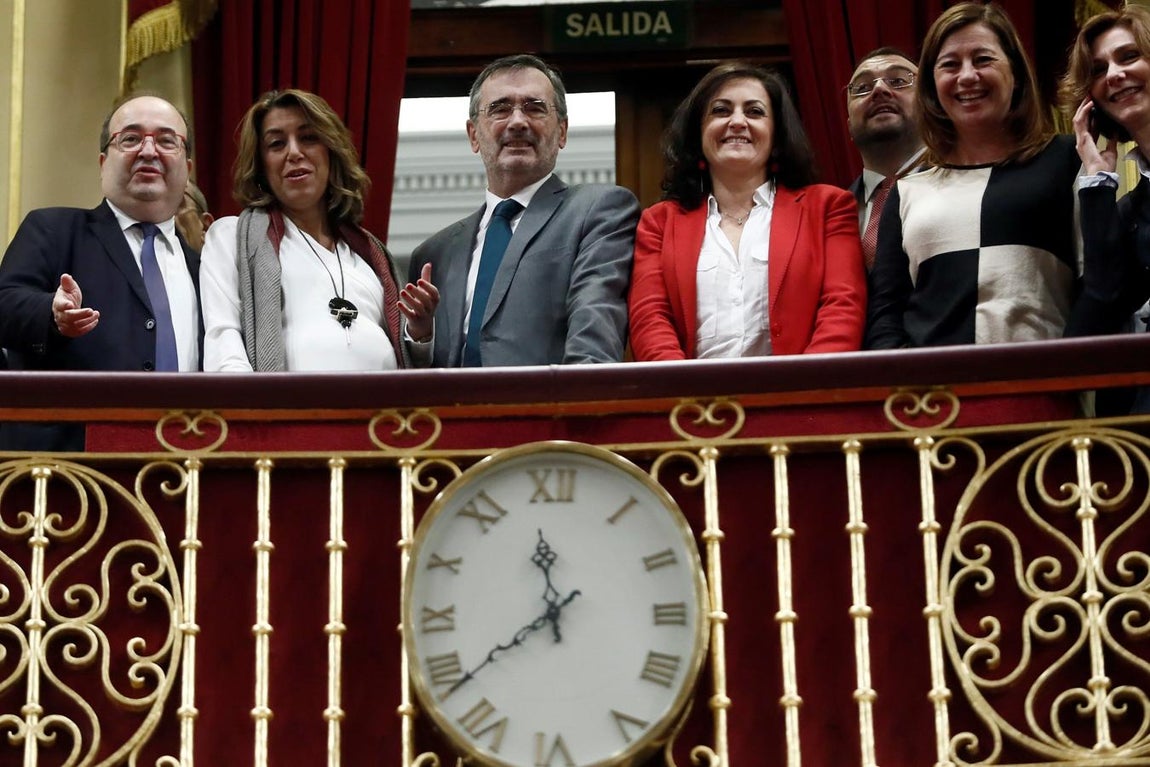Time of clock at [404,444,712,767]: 11:38
